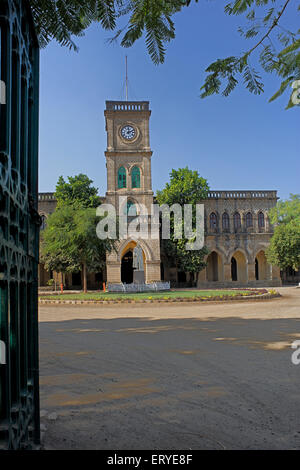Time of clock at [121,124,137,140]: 12:11
